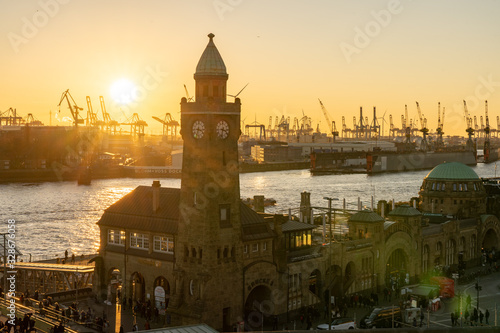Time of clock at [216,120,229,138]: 3:32
